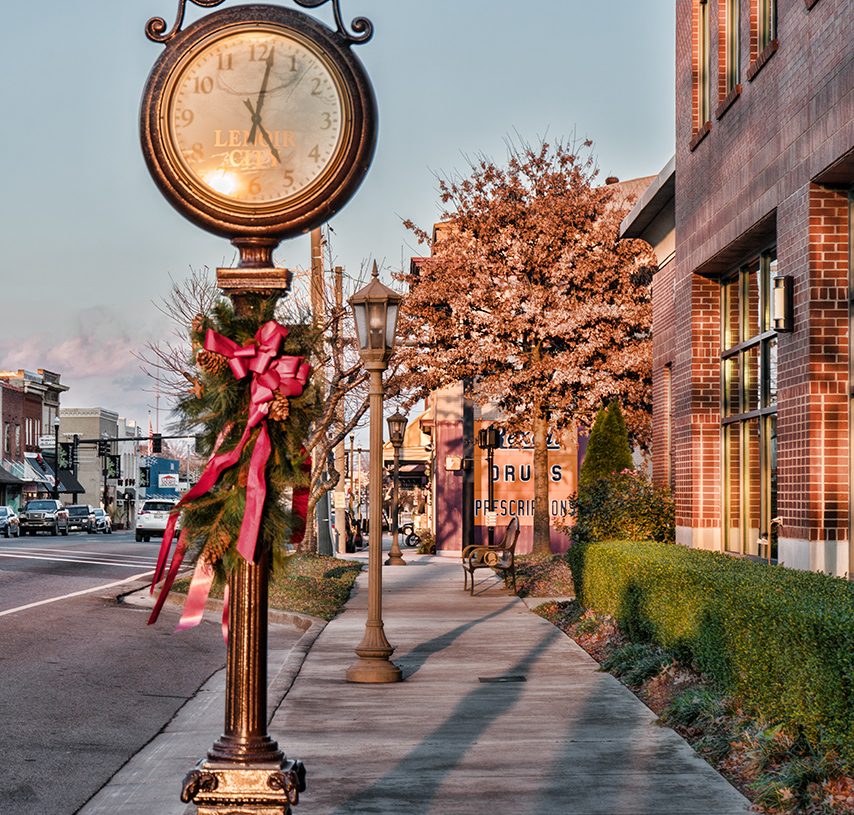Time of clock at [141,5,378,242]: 5:02
